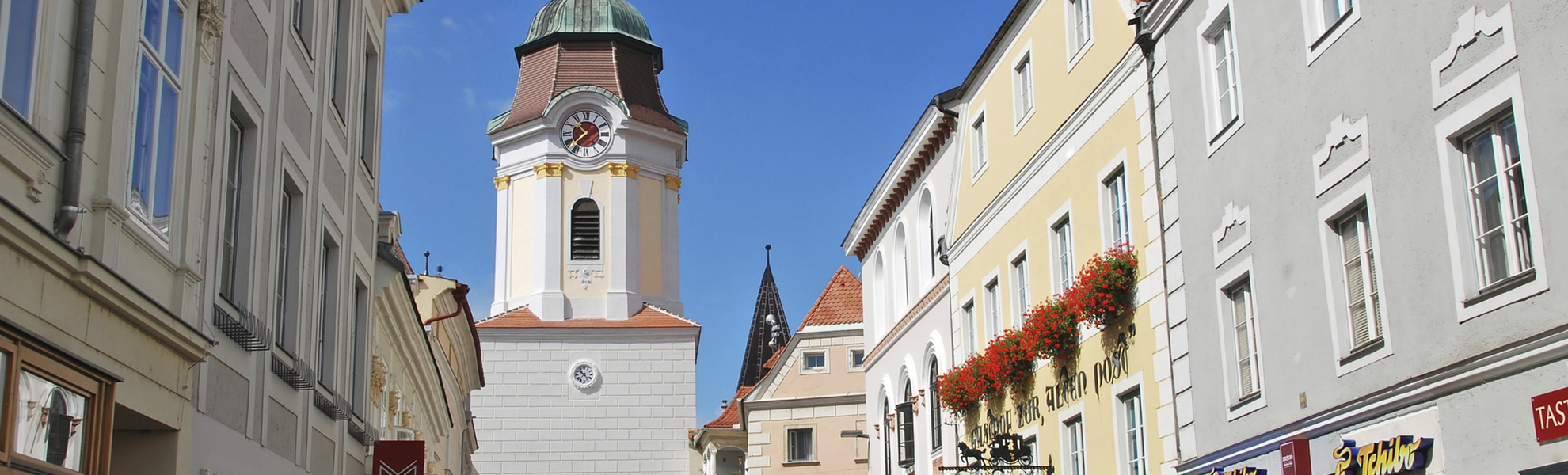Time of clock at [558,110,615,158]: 10:37
